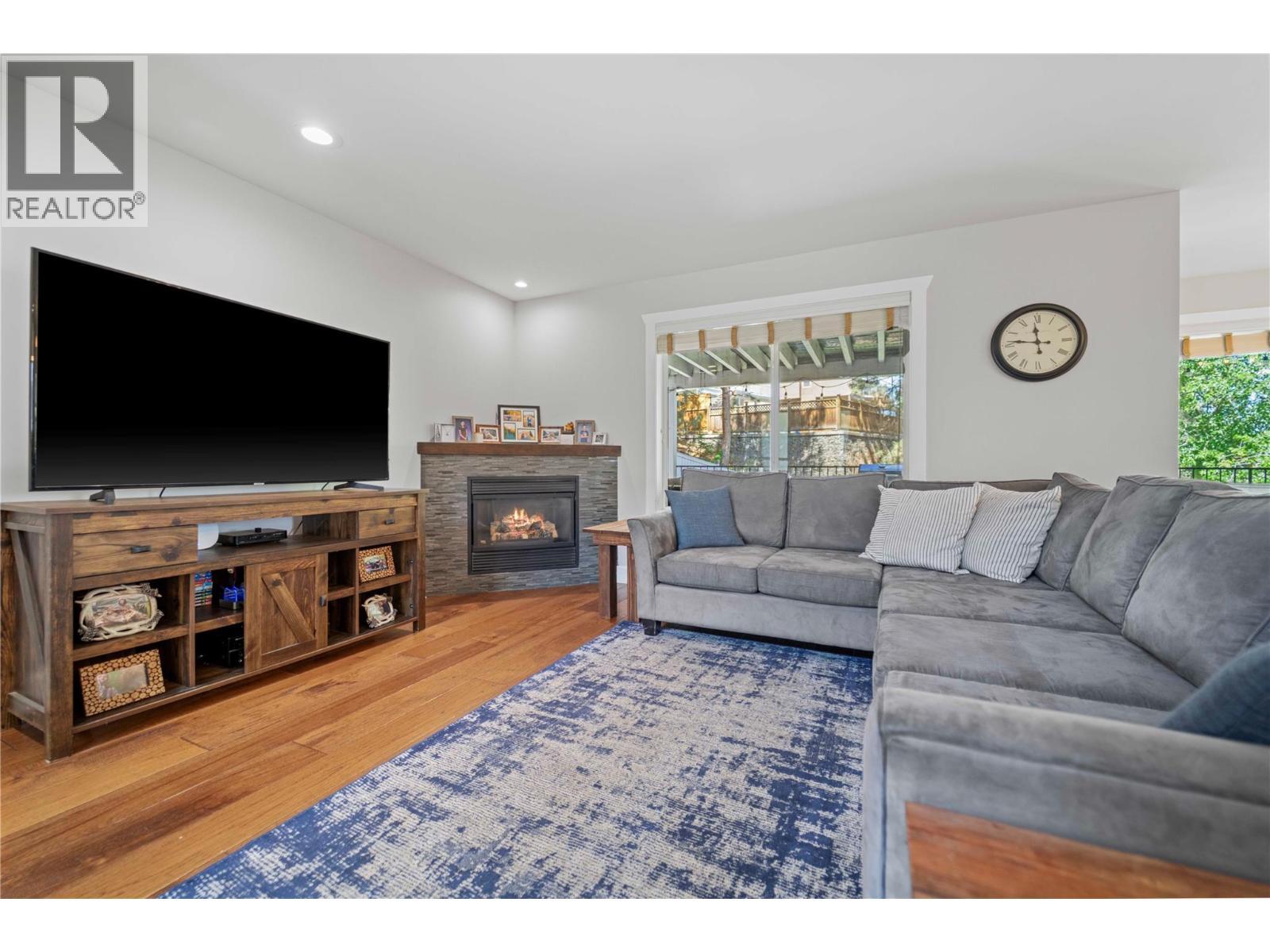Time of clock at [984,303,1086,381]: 11:46
